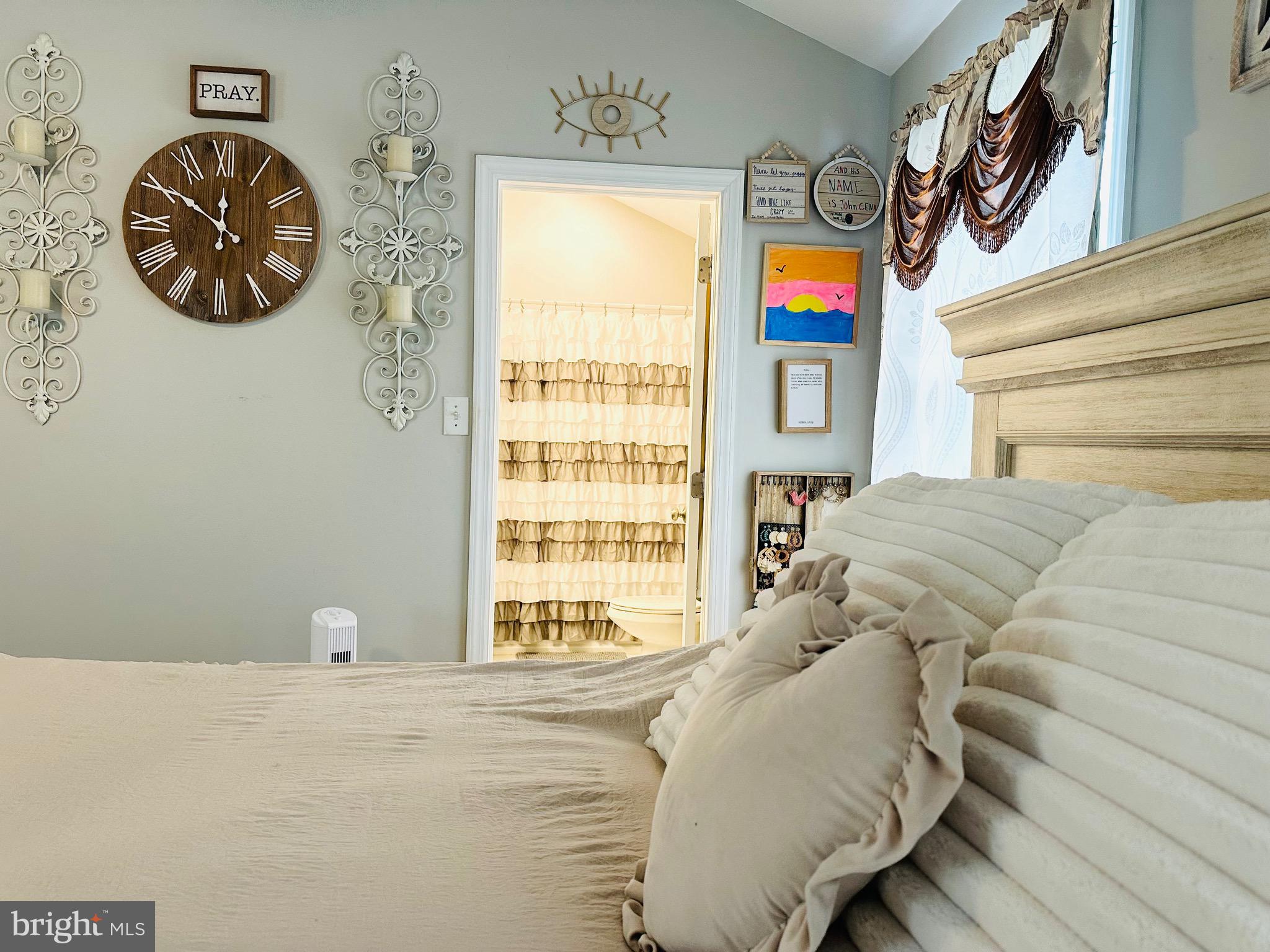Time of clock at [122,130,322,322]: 11:50
